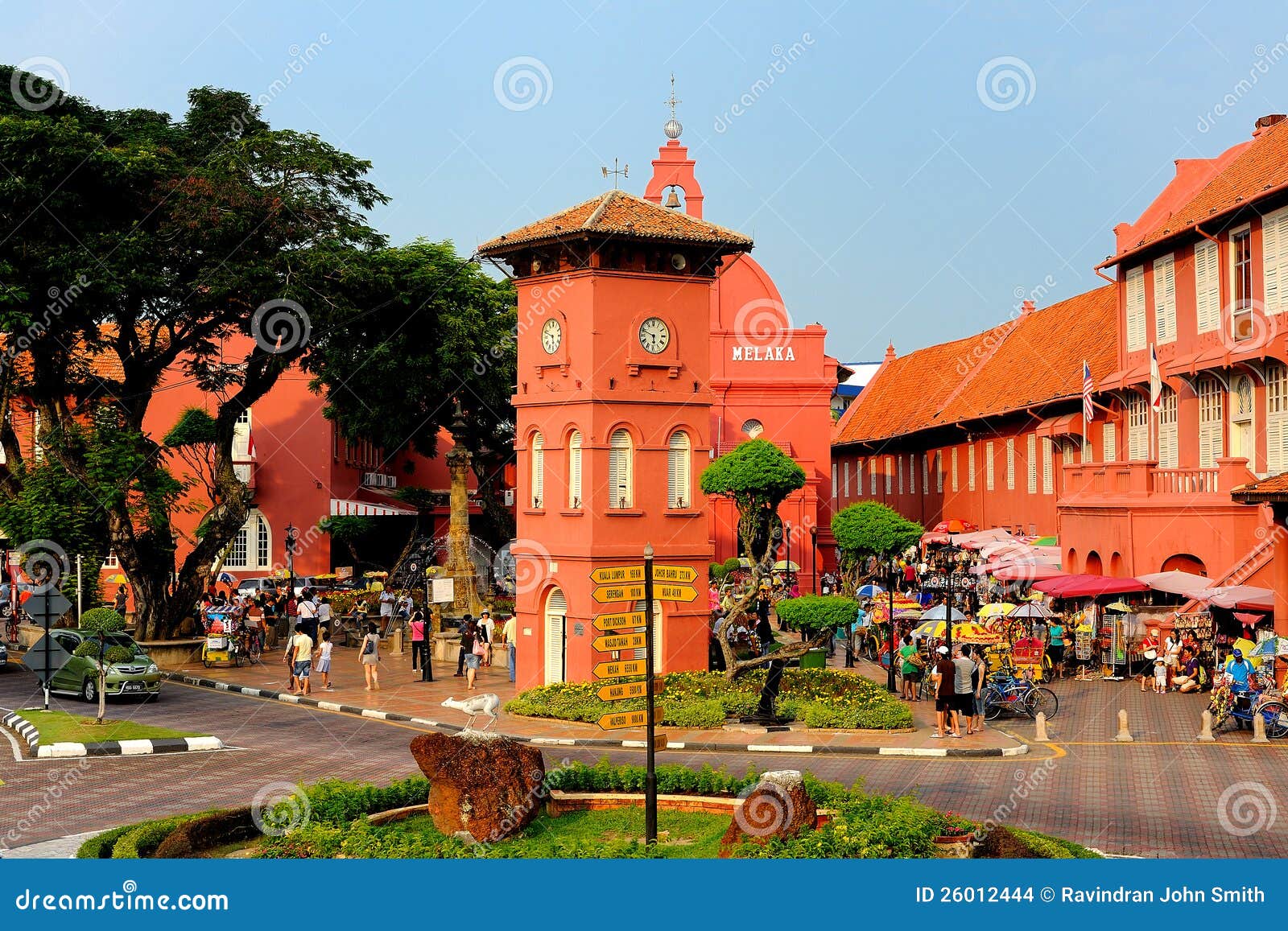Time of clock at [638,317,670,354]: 5:48
